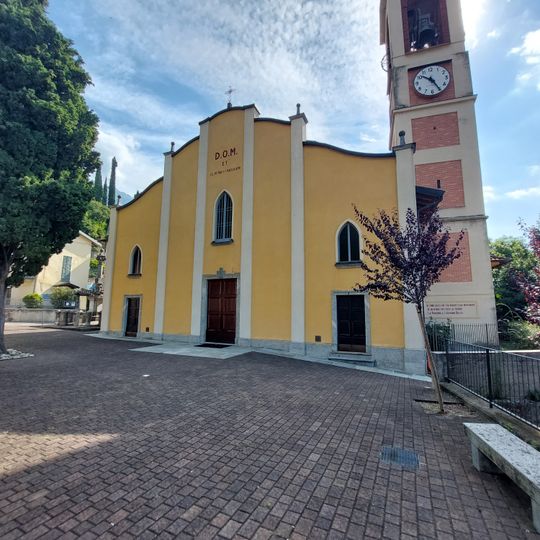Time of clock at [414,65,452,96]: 10:25
